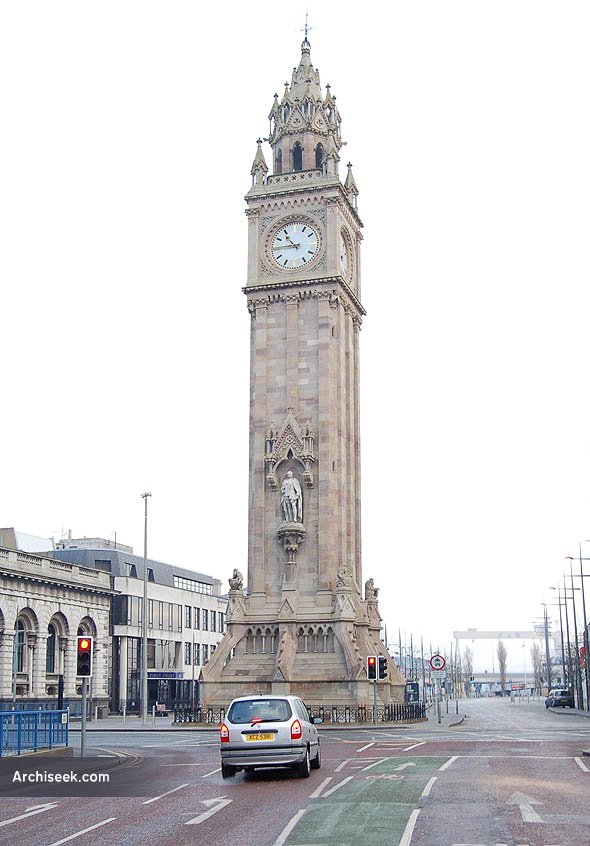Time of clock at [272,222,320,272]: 10:45
